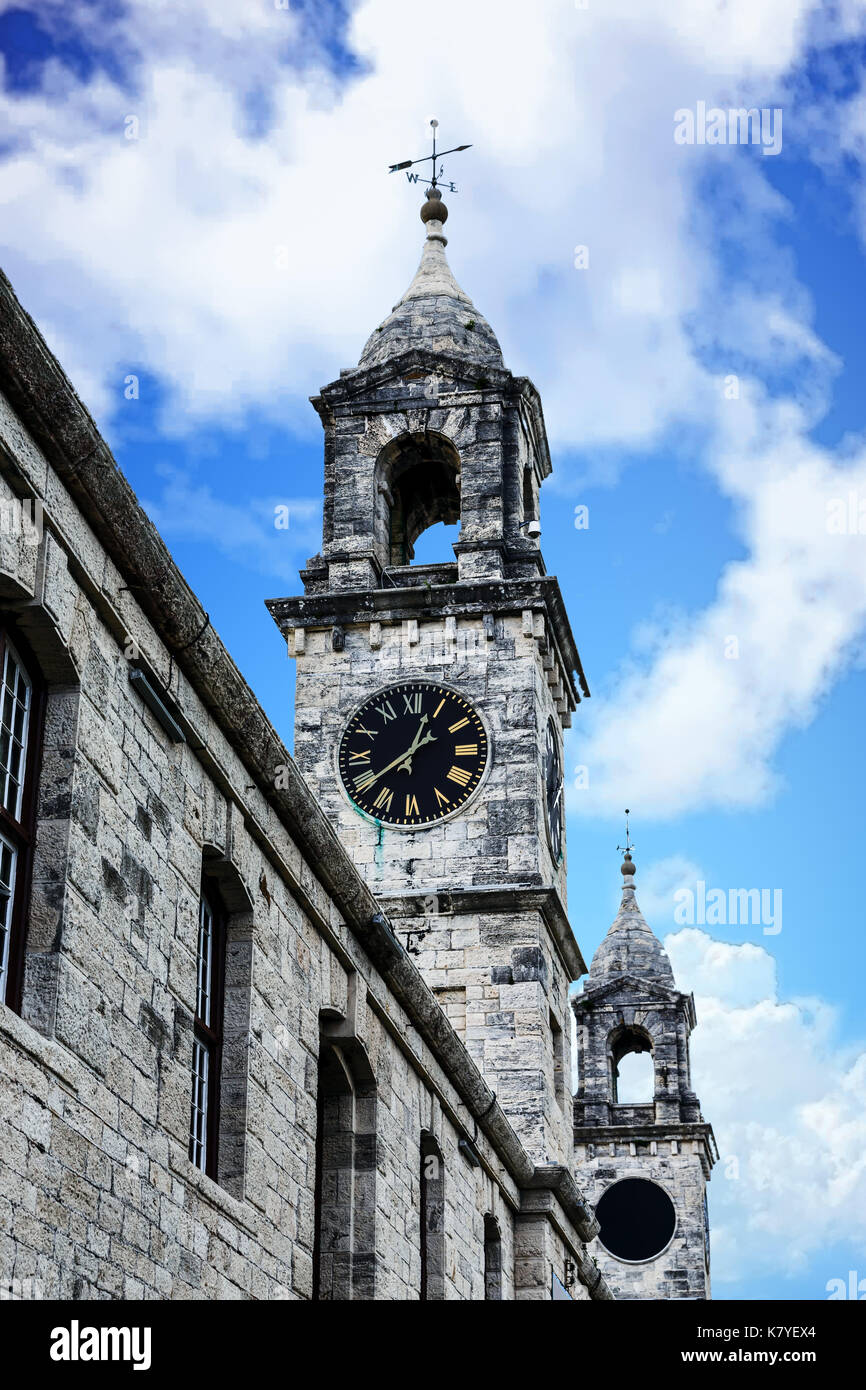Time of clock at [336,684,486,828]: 12:39
